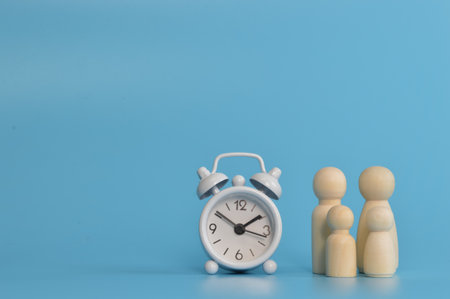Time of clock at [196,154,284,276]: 1:50
